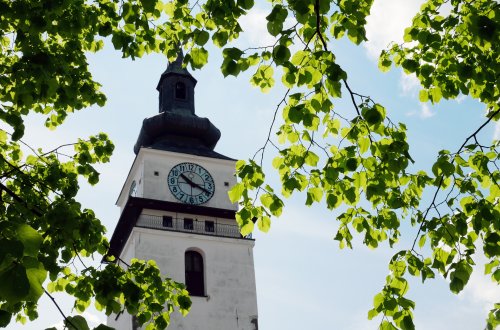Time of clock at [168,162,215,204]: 10:19
